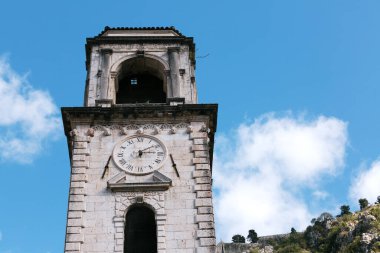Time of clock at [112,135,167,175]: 3:09
